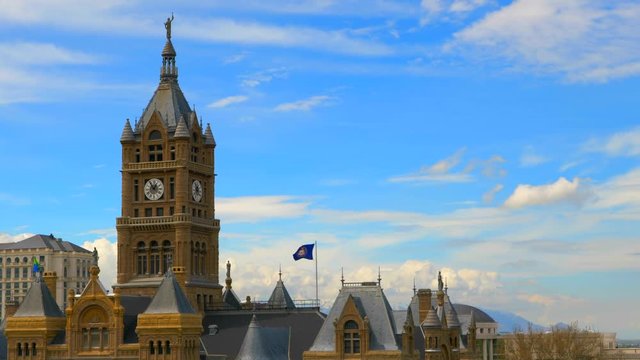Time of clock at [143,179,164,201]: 12:54
